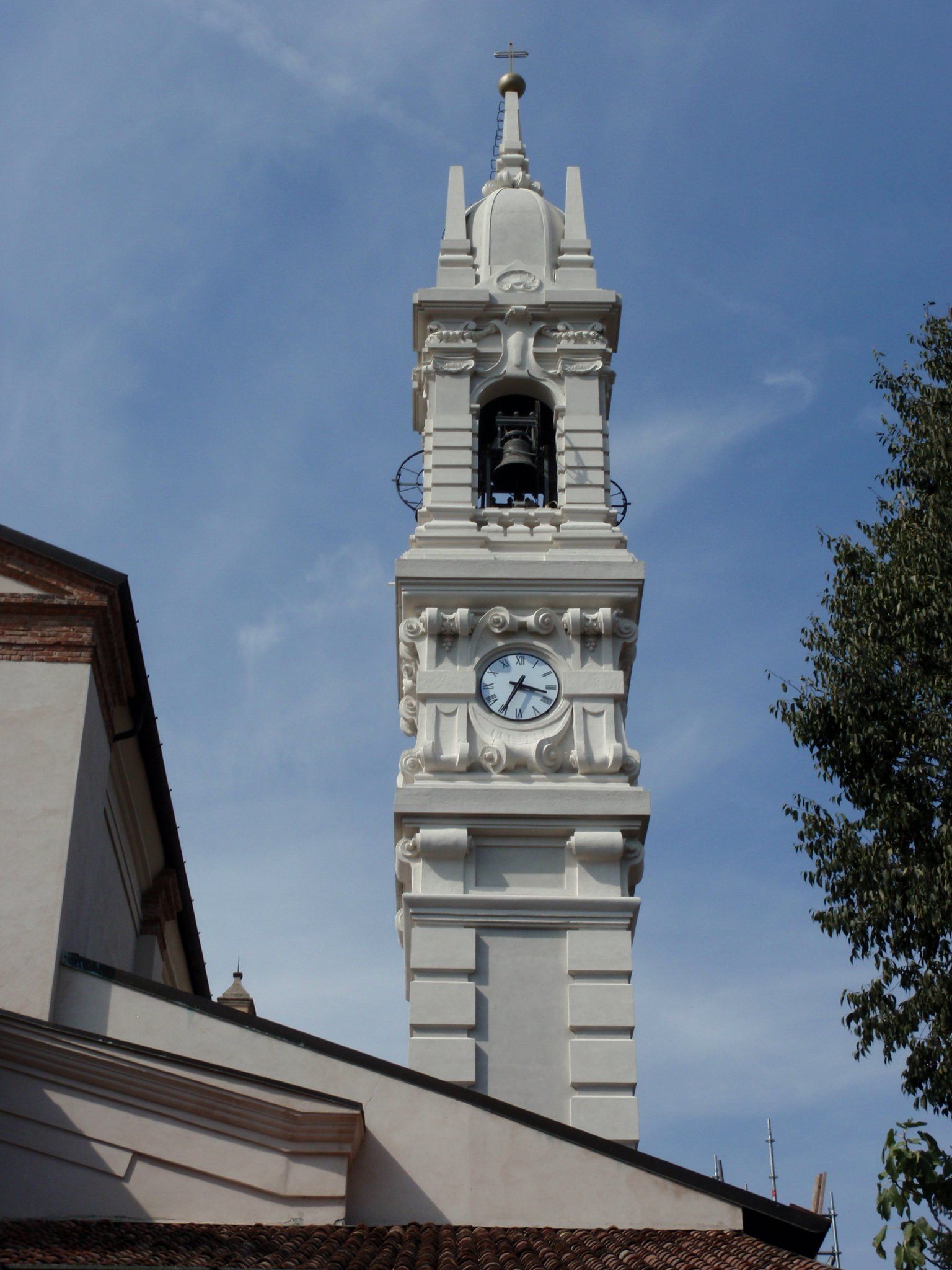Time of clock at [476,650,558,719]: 3:34
